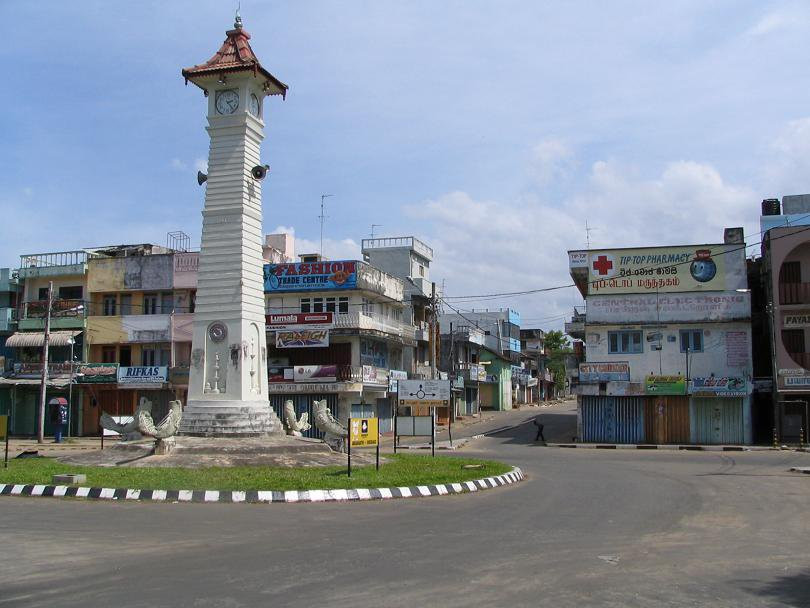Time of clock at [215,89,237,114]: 2:23
